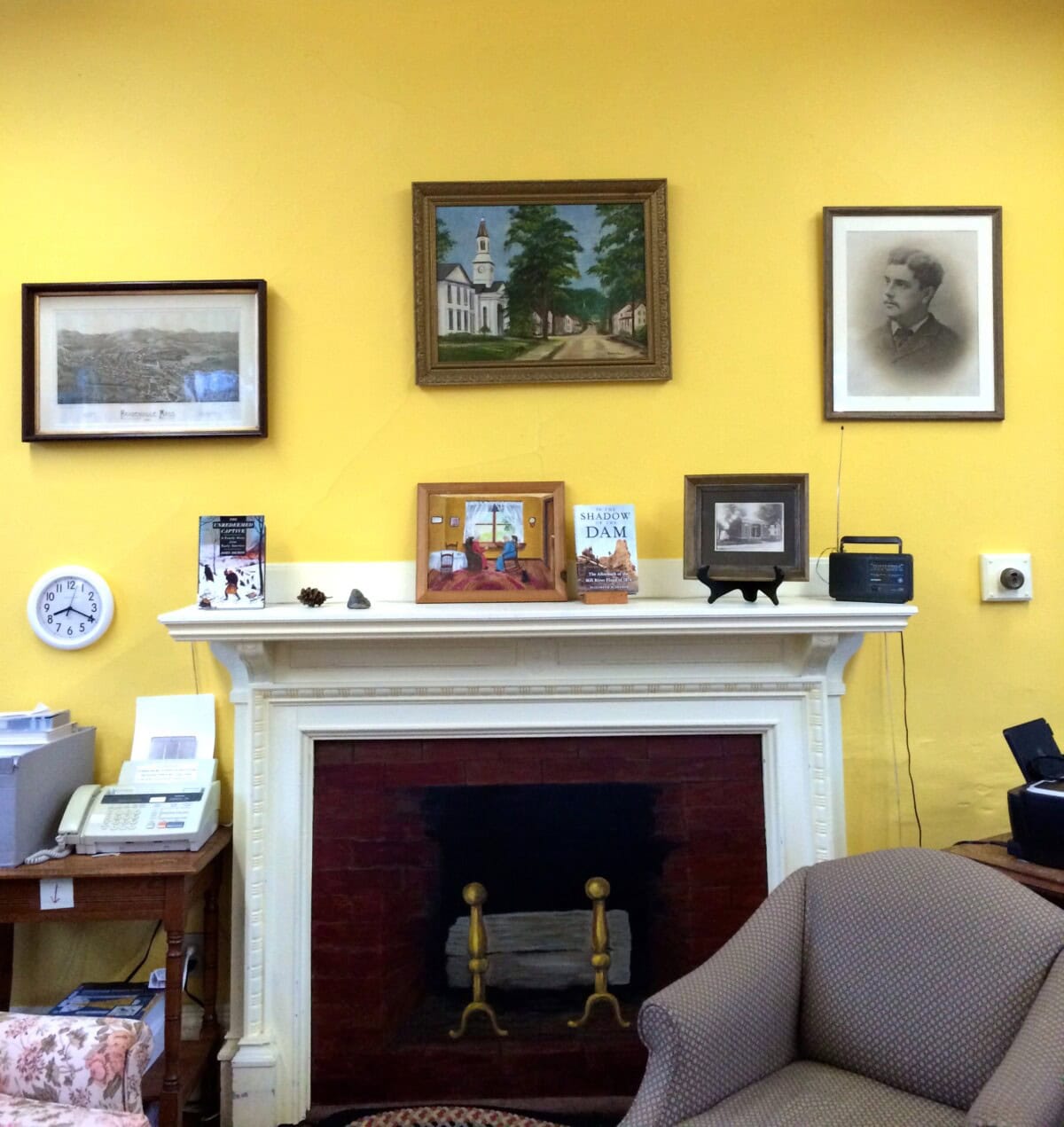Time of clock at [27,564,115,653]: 8:19
